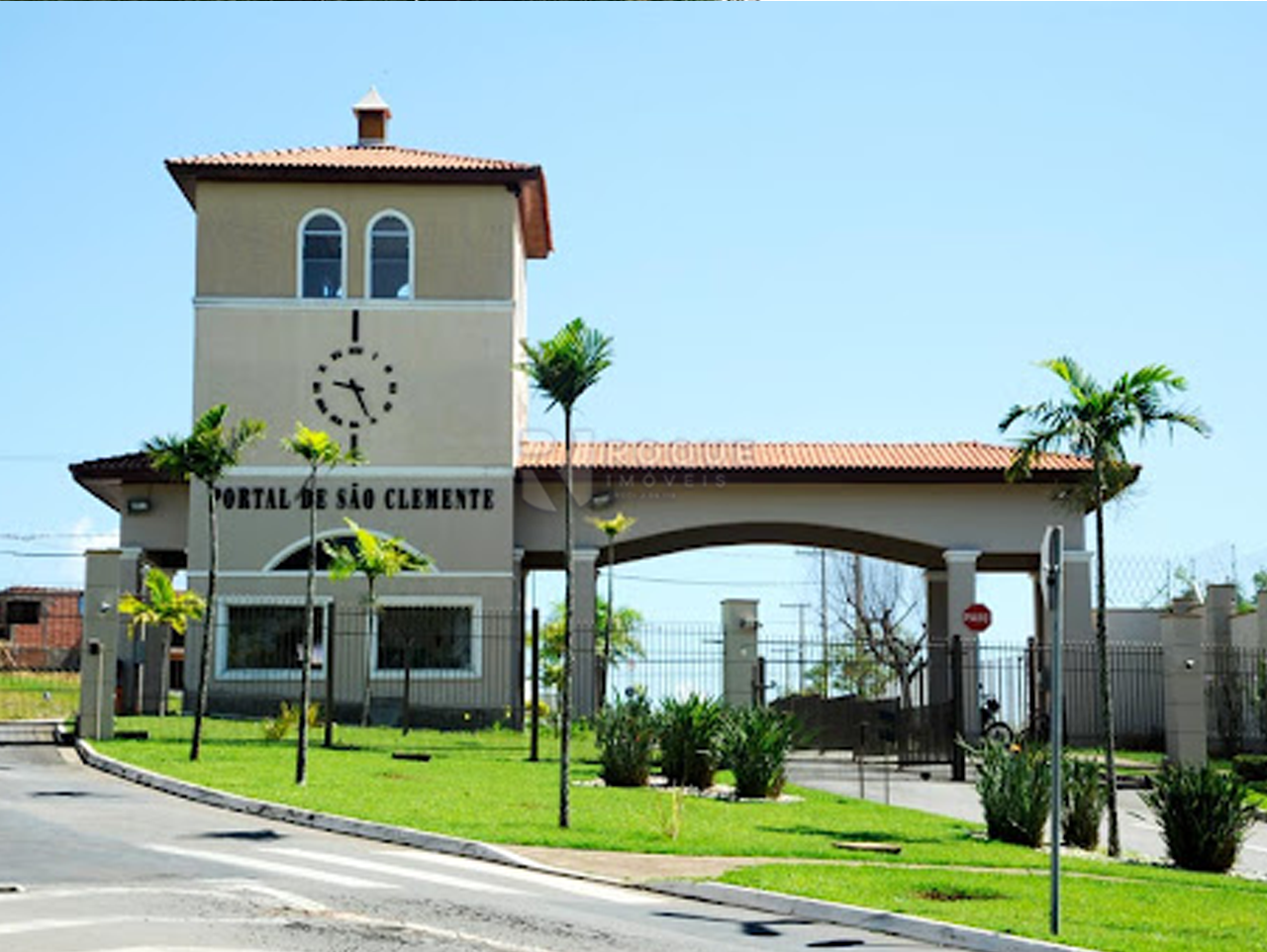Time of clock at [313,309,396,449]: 9:25
